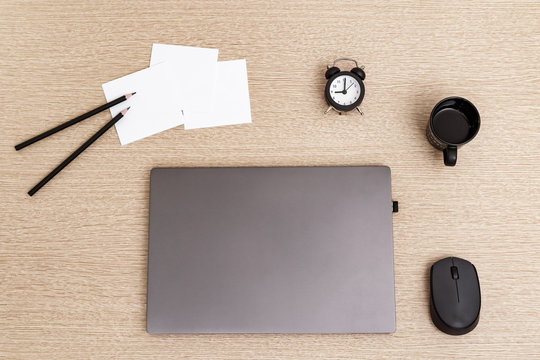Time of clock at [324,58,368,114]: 9:01
